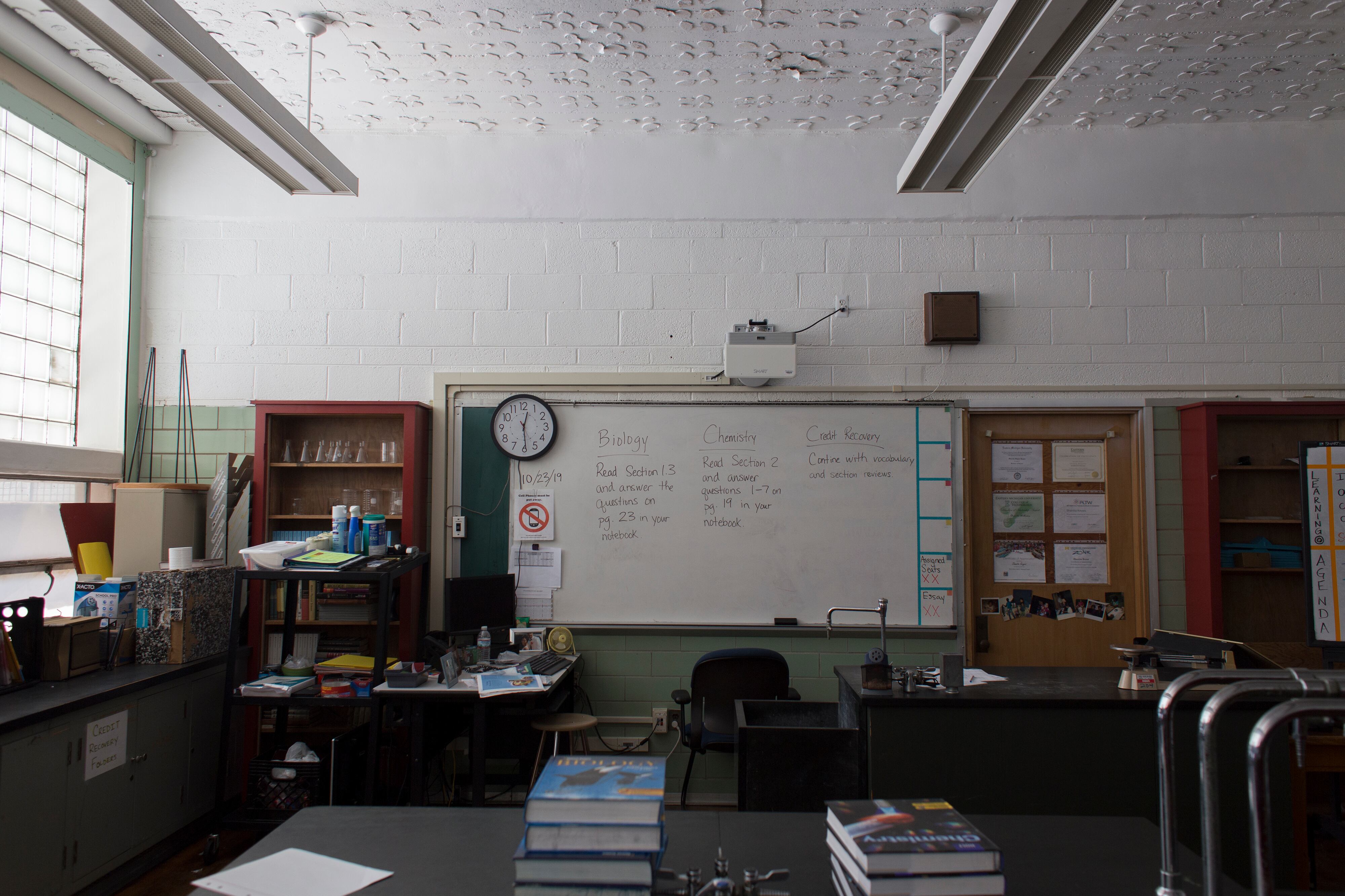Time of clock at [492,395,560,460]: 12:29
